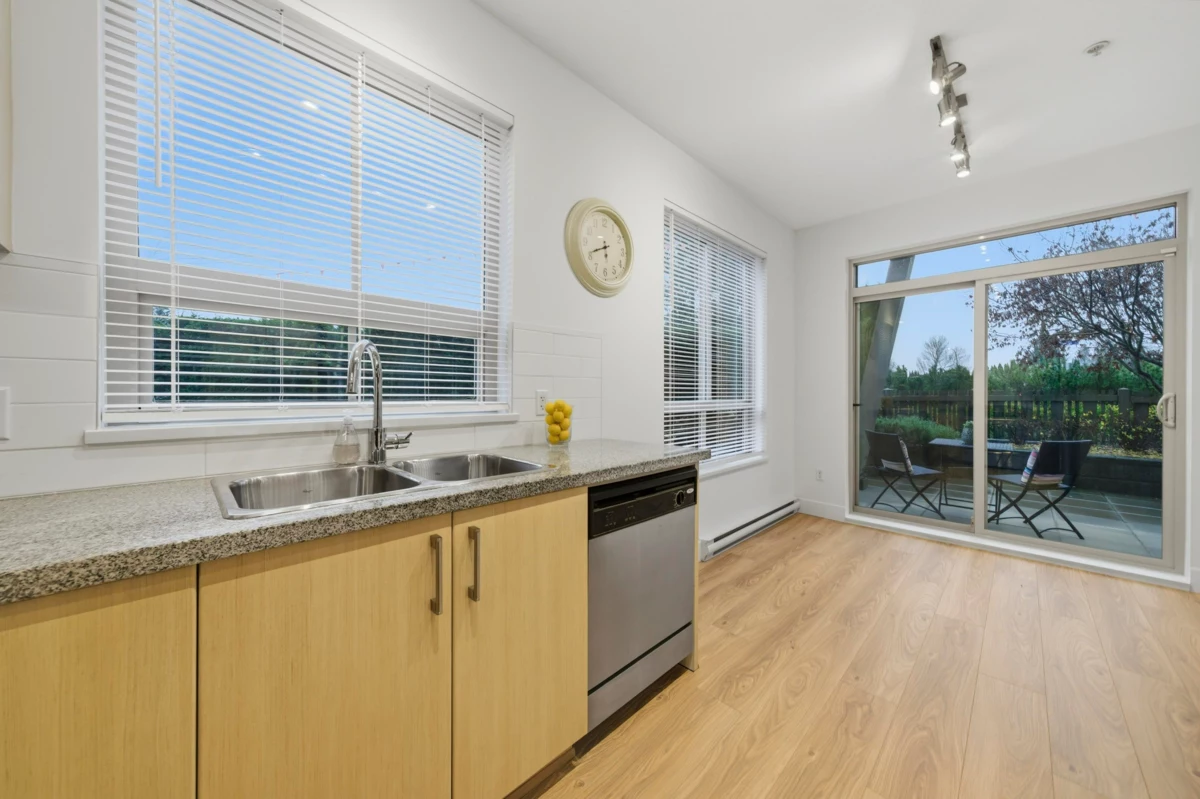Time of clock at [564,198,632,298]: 5:41
